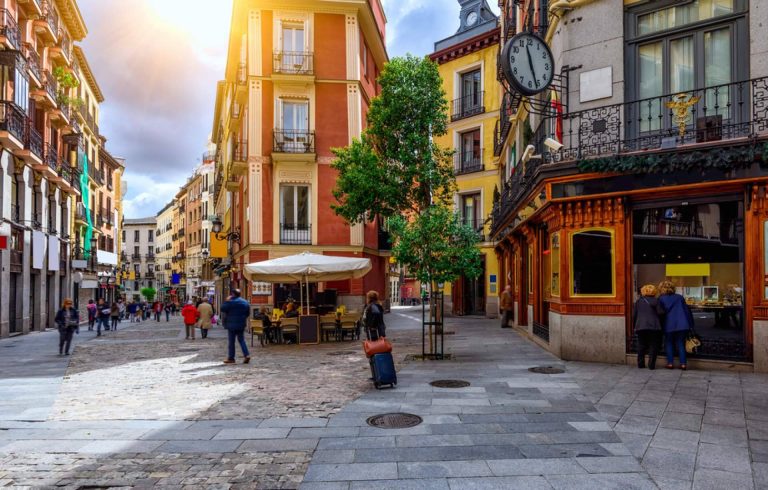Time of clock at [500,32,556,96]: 11:26
